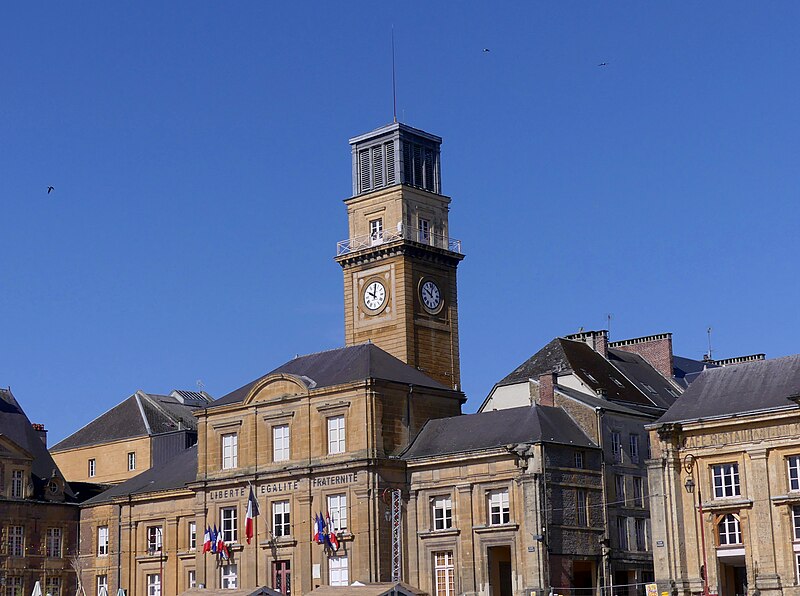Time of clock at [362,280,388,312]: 10:01
